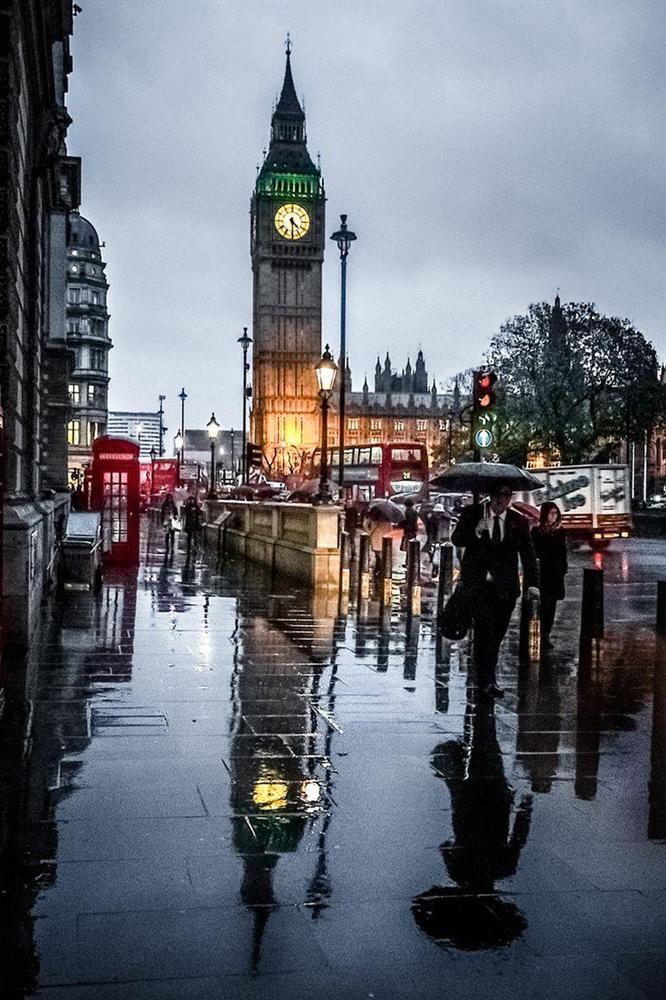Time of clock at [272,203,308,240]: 4:29
